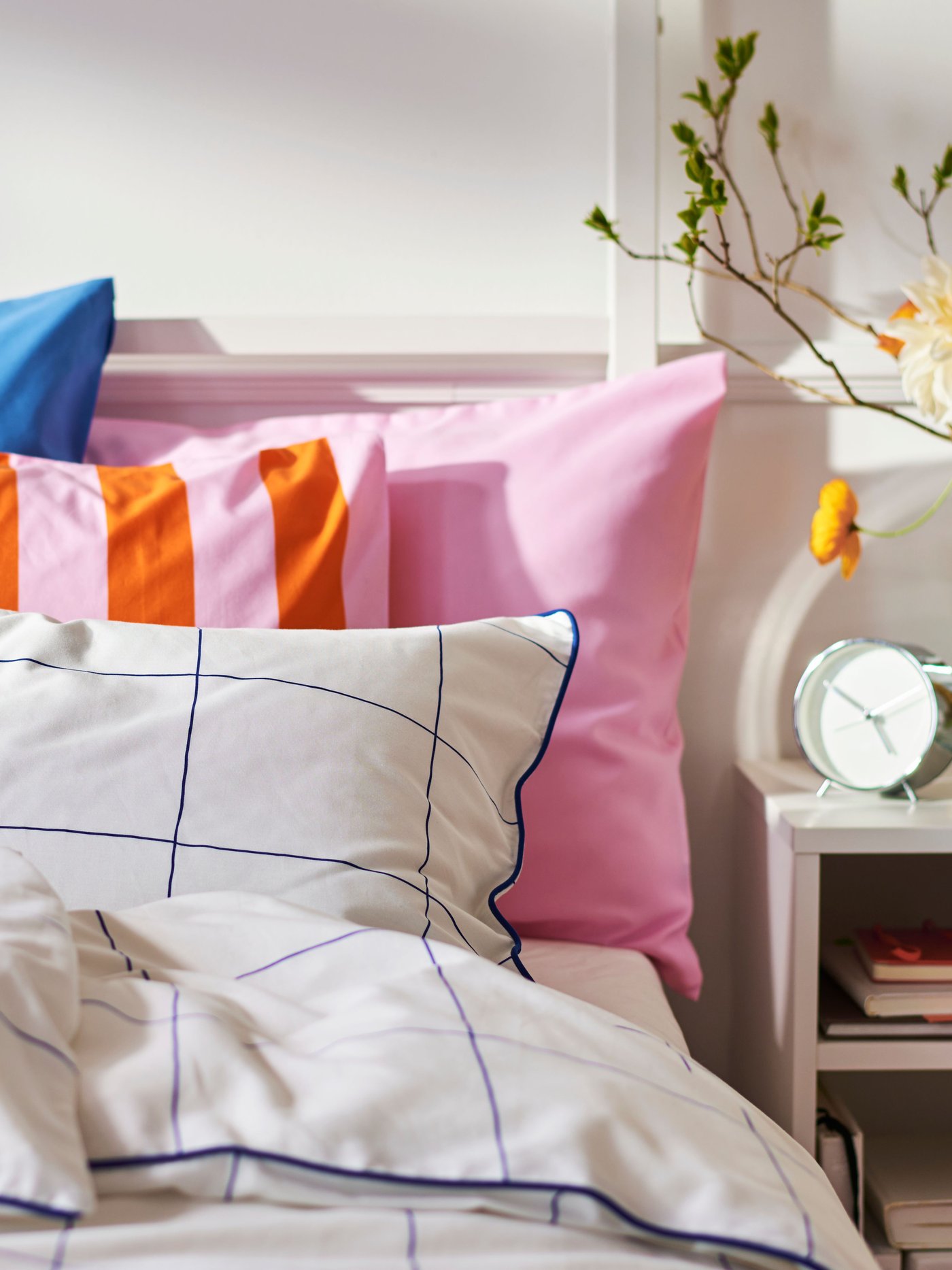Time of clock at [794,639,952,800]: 4:50
